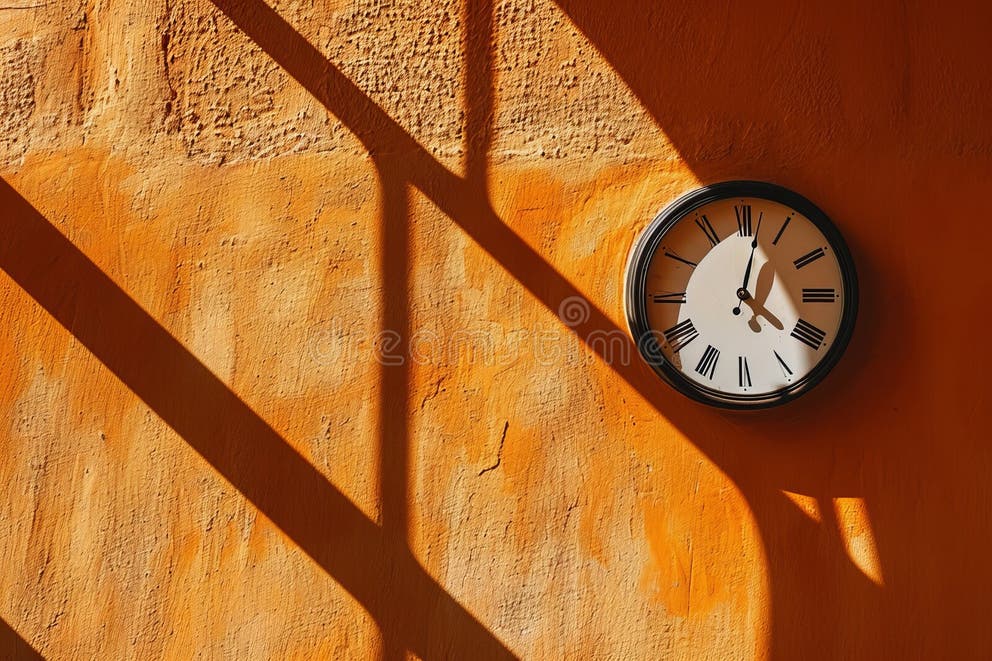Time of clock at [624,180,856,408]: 4:01
